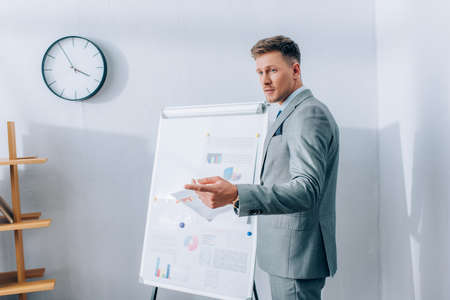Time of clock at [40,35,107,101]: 3:55
